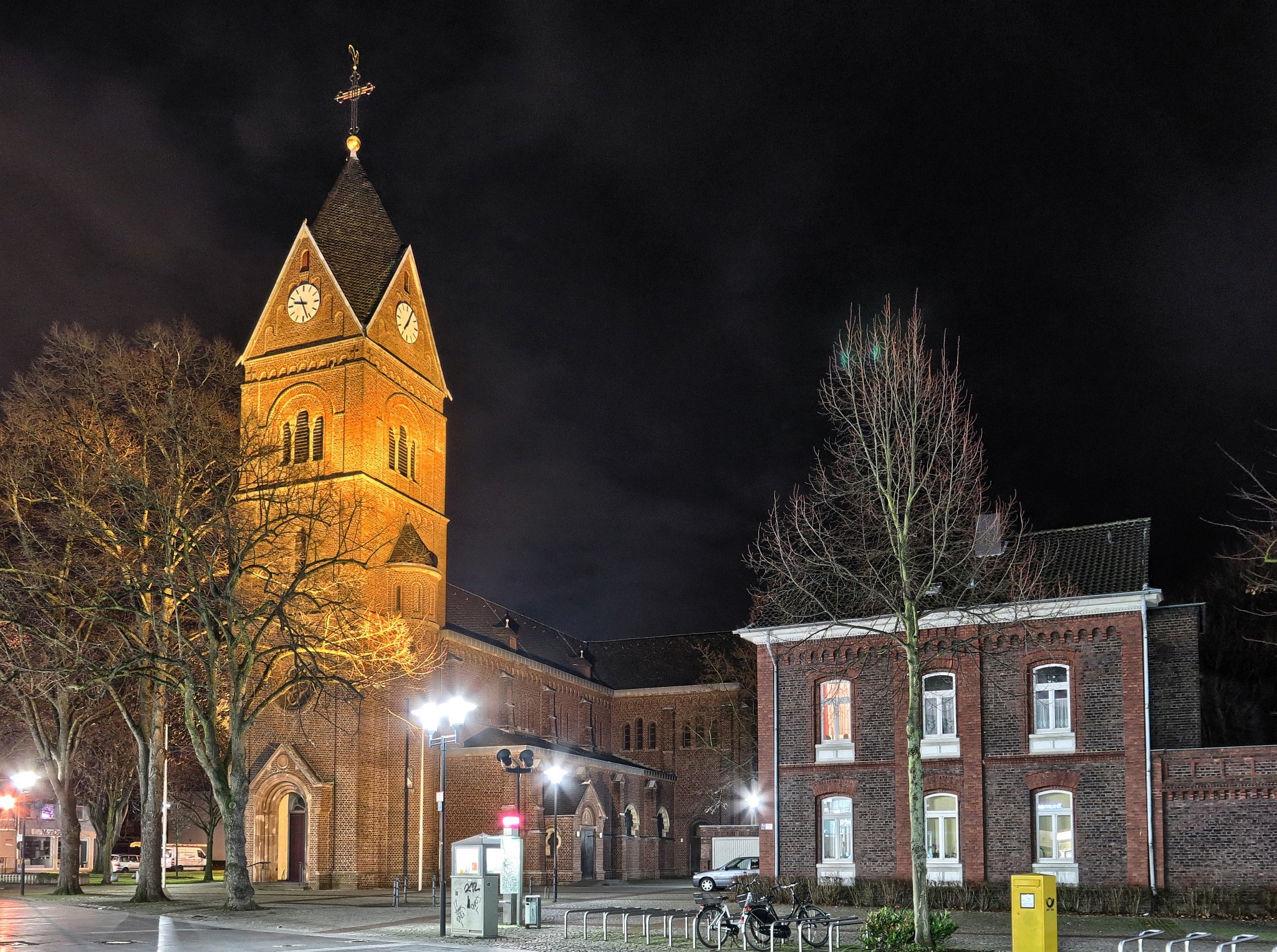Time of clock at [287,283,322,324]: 9:26
